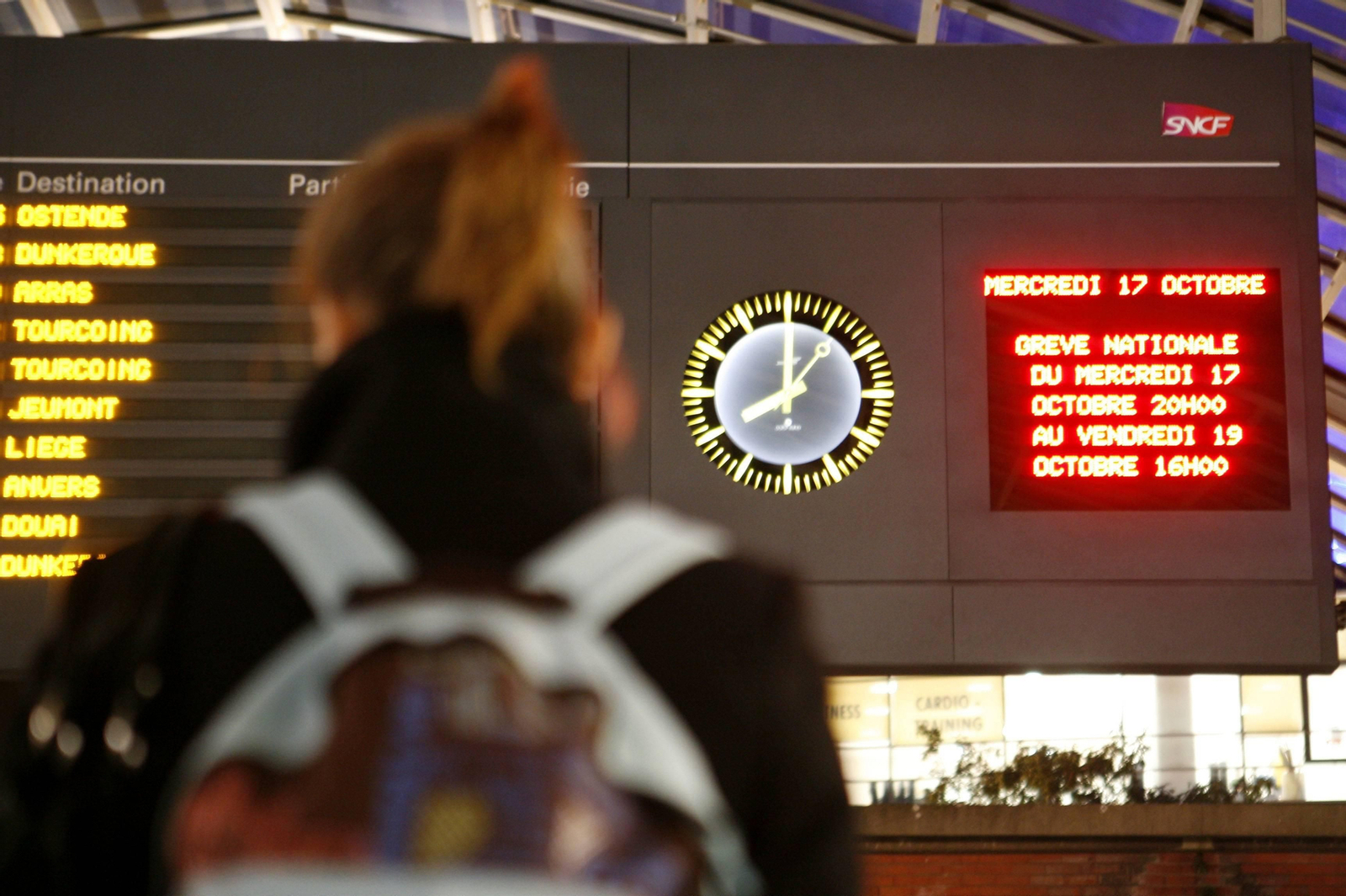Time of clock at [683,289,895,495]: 8:00
